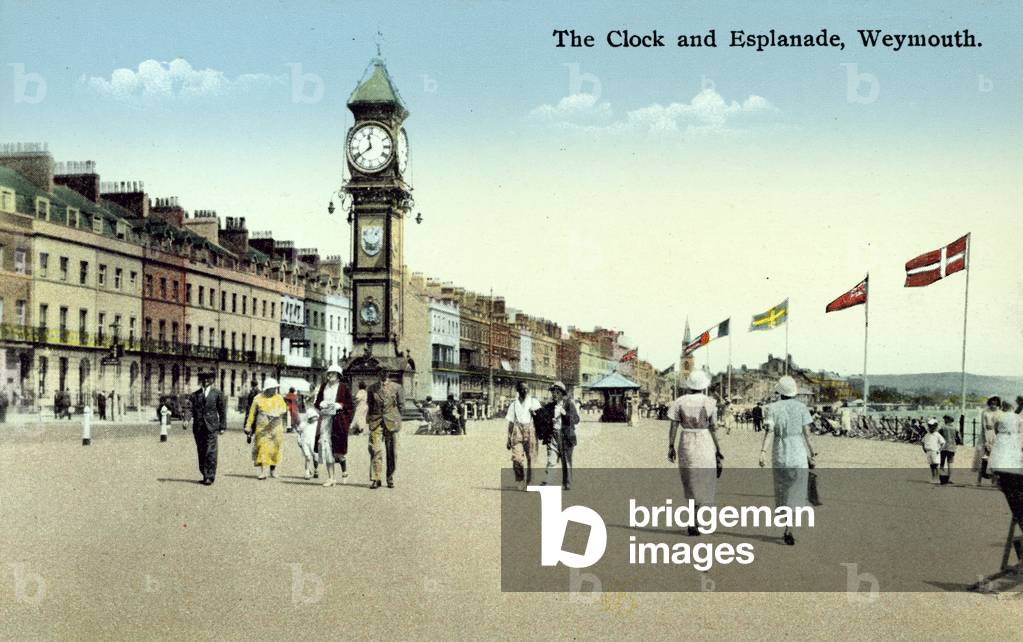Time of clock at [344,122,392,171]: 11:39
